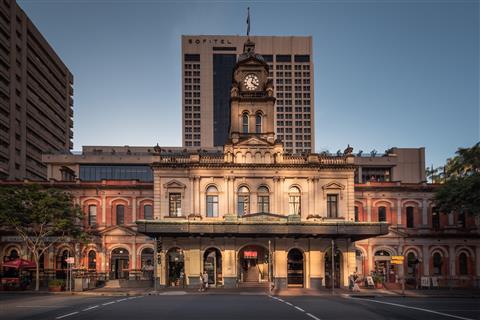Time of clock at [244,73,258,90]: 4:03
